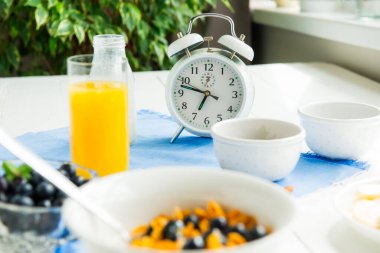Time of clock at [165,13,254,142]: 6:47
